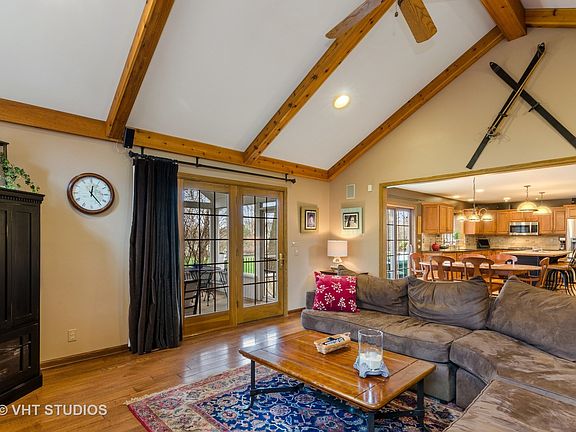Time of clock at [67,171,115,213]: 12:23
